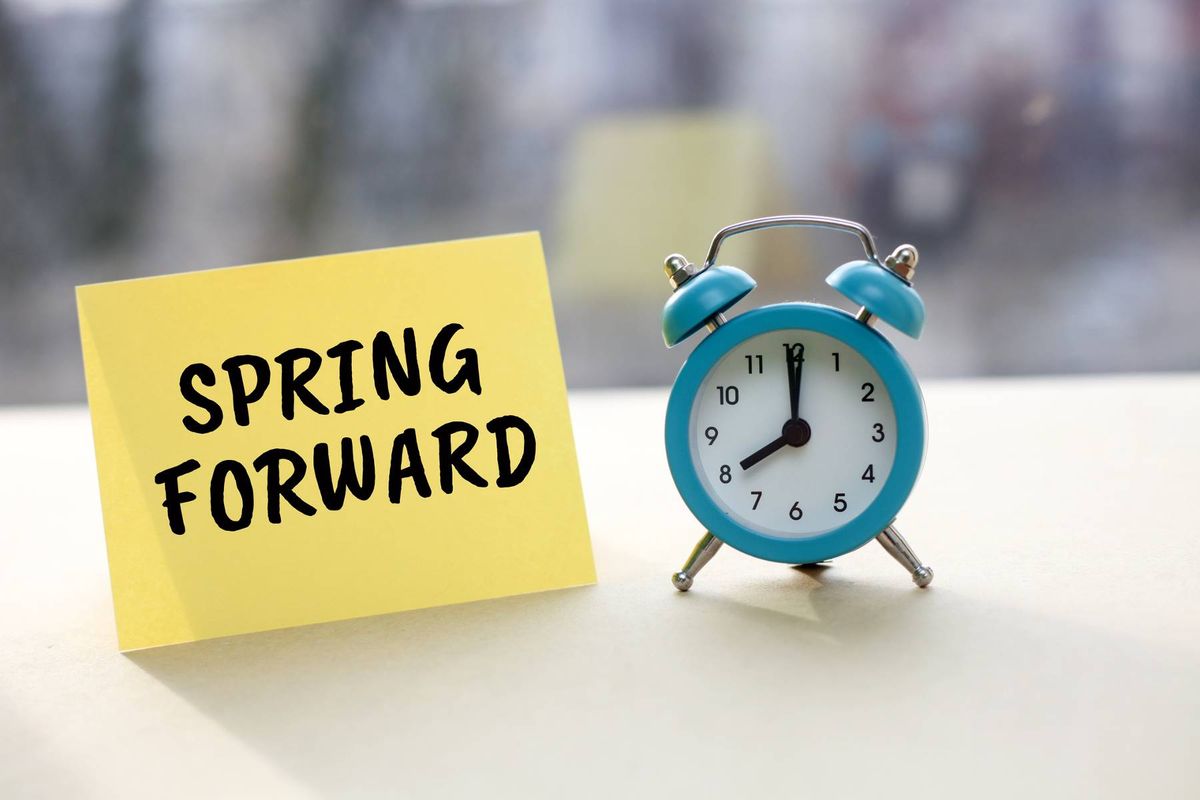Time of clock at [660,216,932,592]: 8:00
